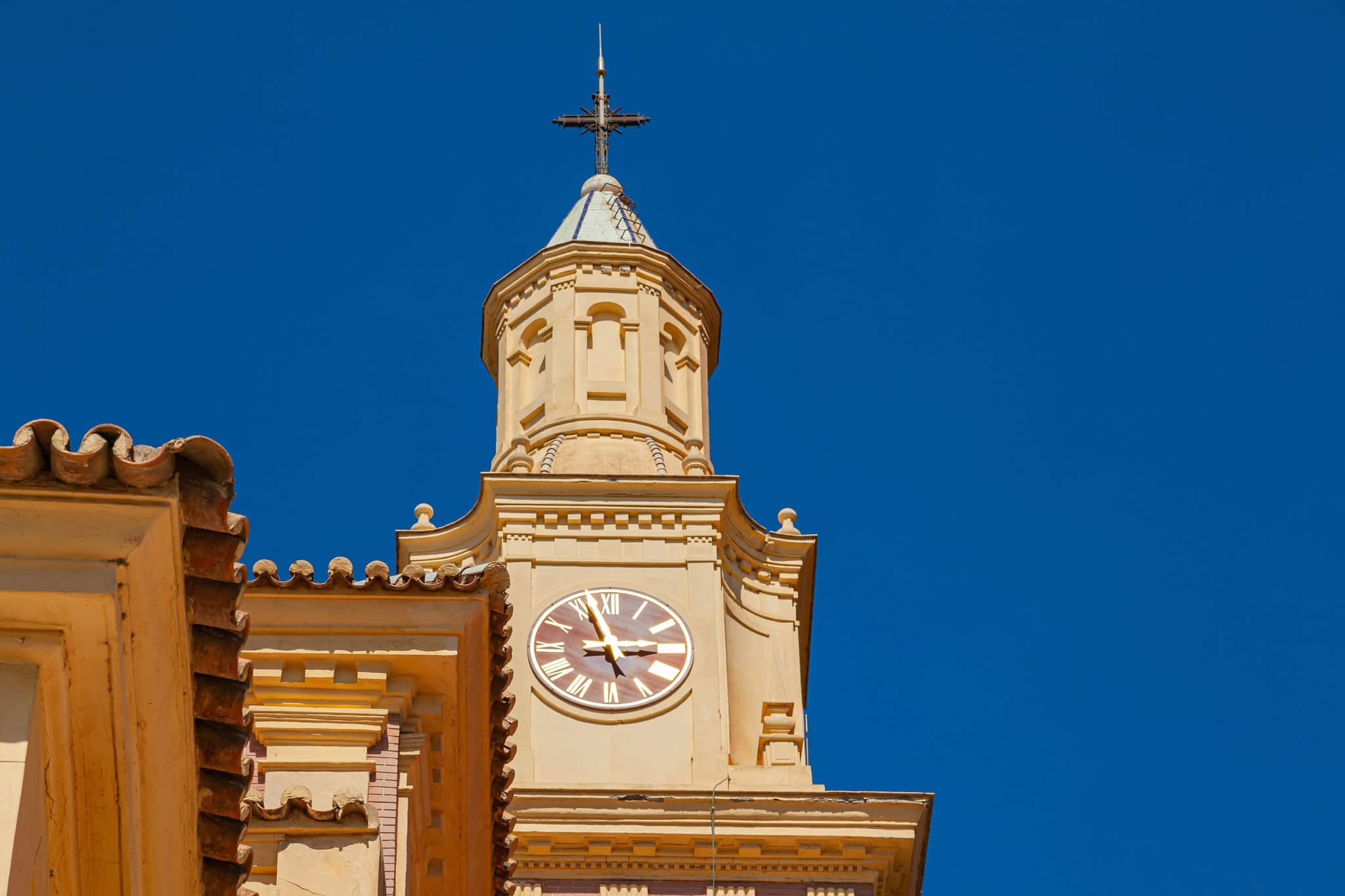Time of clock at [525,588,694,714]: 2:56
